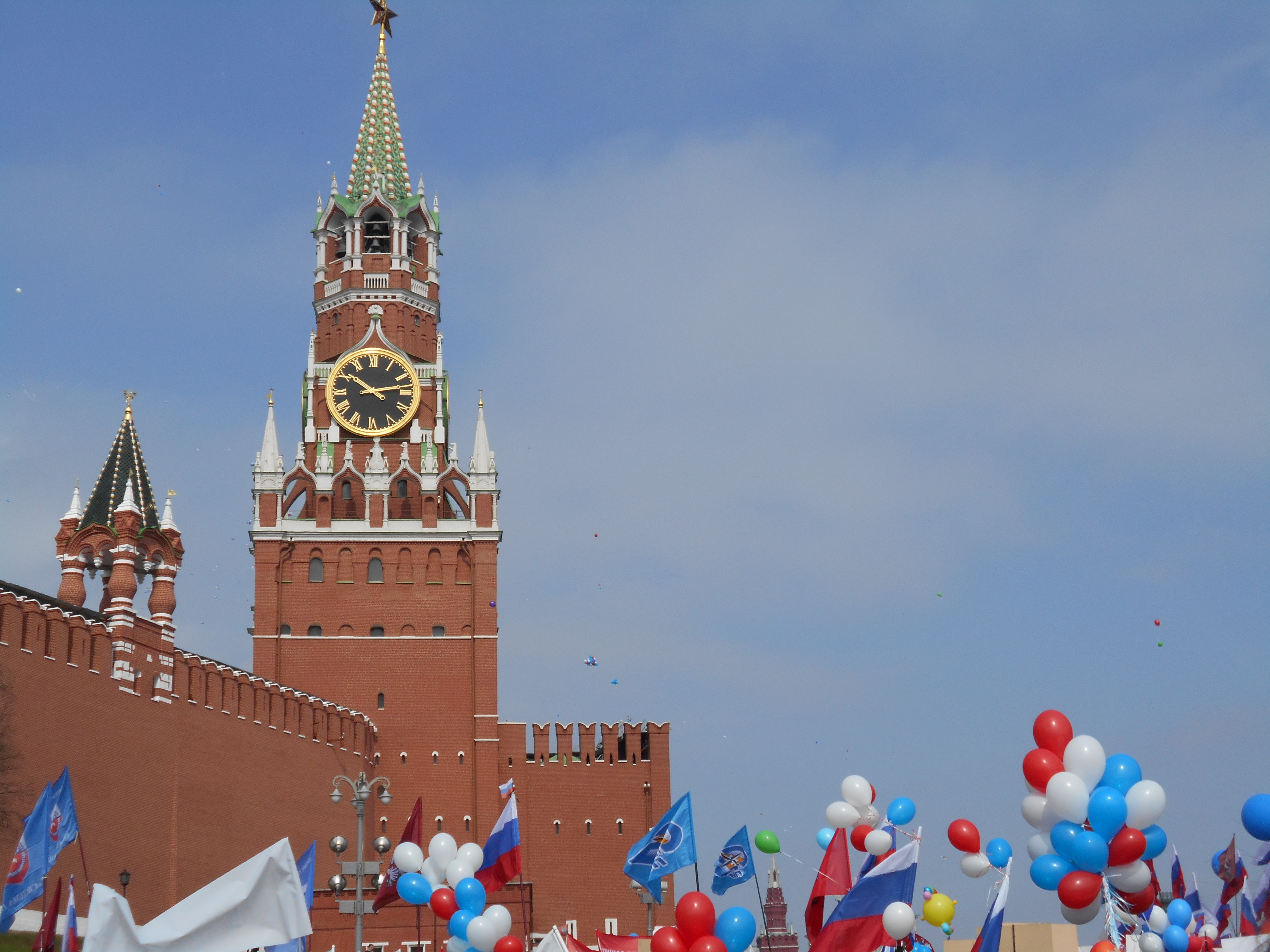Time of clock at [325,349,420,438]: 10:13
